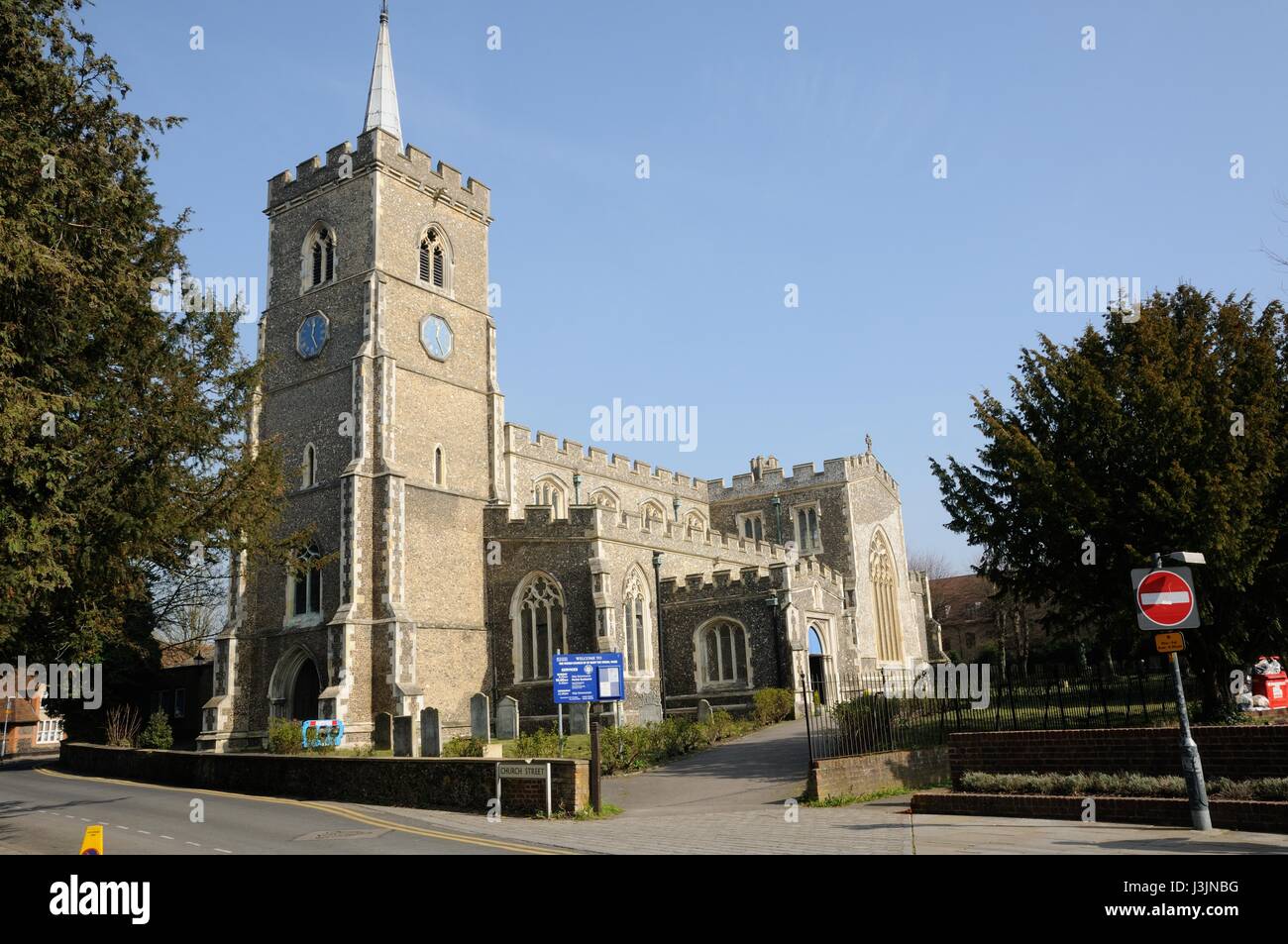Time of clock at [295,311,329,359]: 12:24
